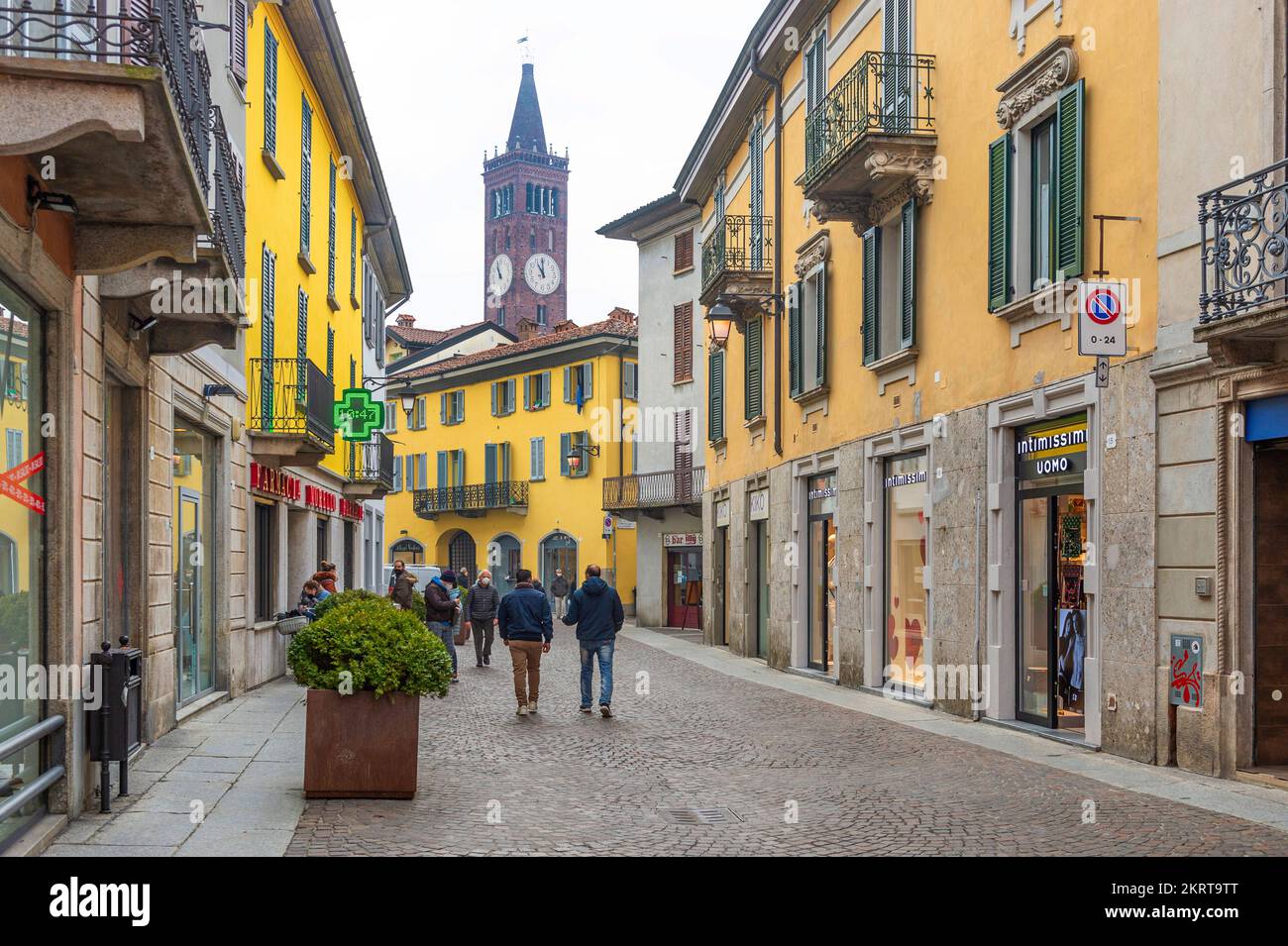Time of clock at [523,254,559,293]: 10:59
